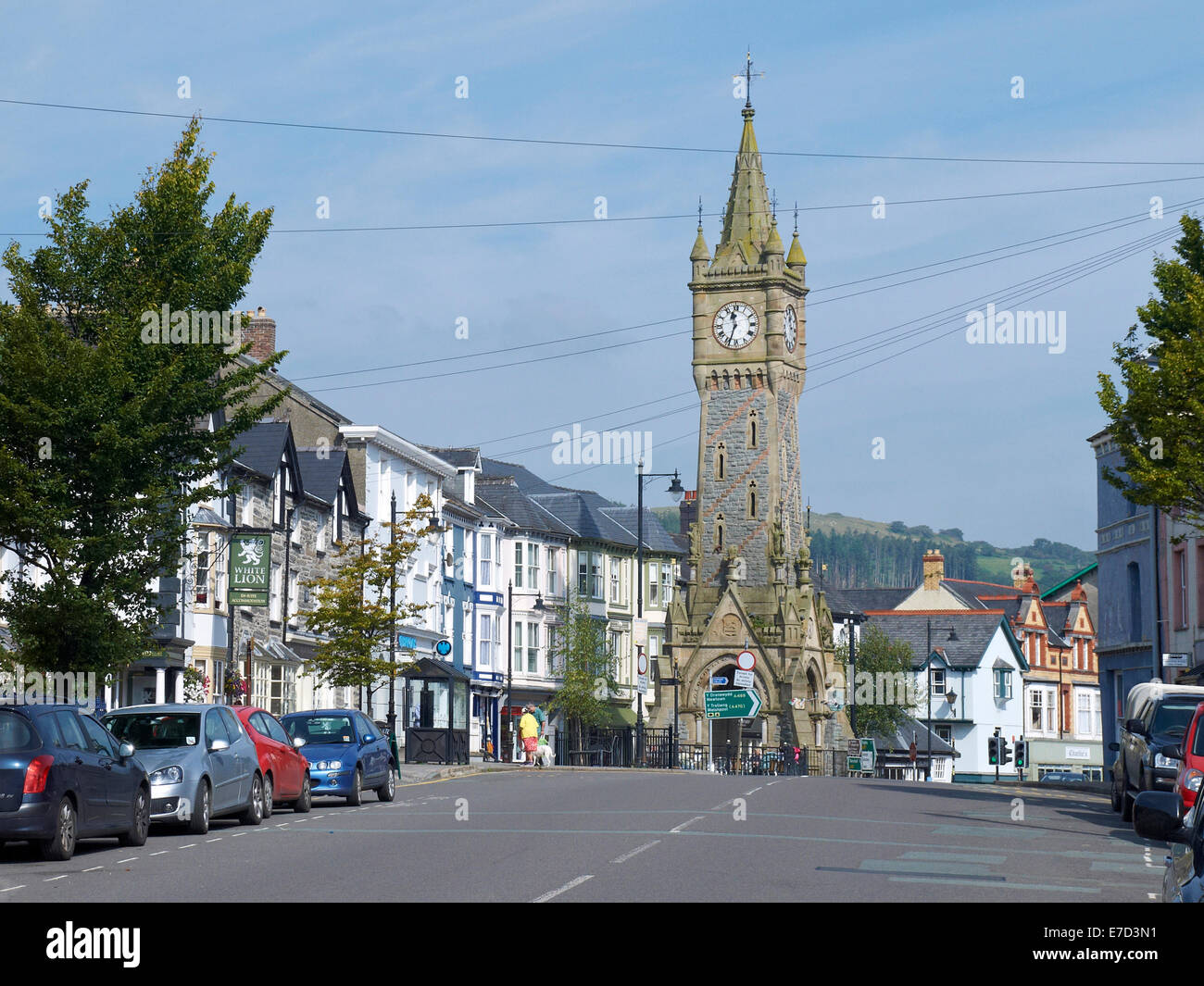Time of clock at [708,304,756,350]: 11:33
